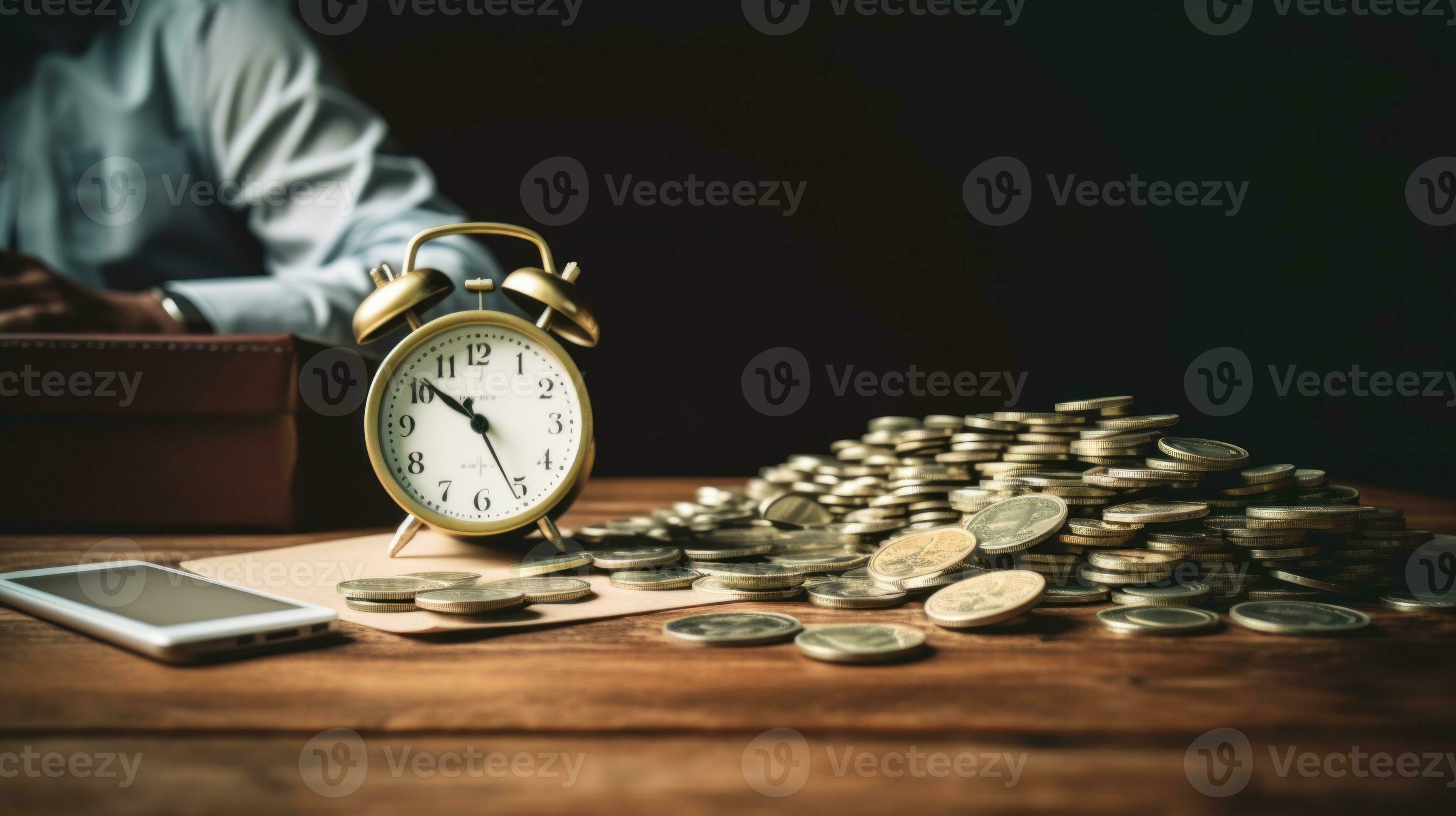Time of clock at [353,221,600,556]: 10:25
